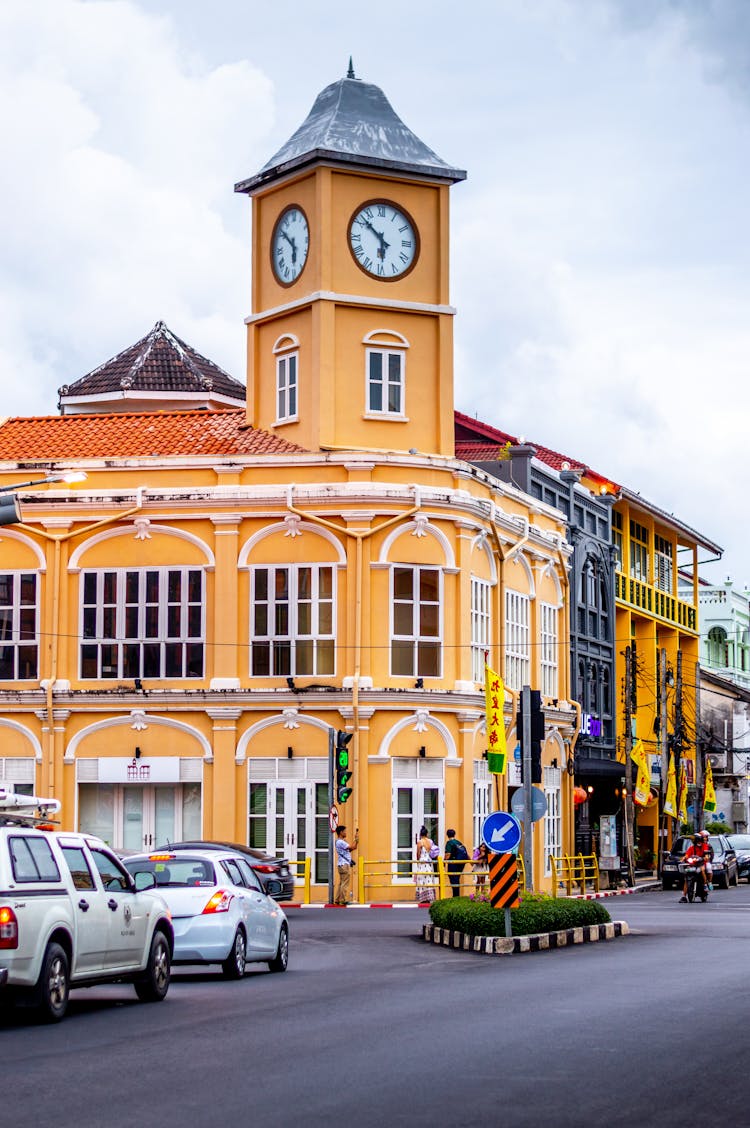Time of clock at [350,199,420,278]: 5:52
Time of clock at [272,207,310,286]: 5:51
